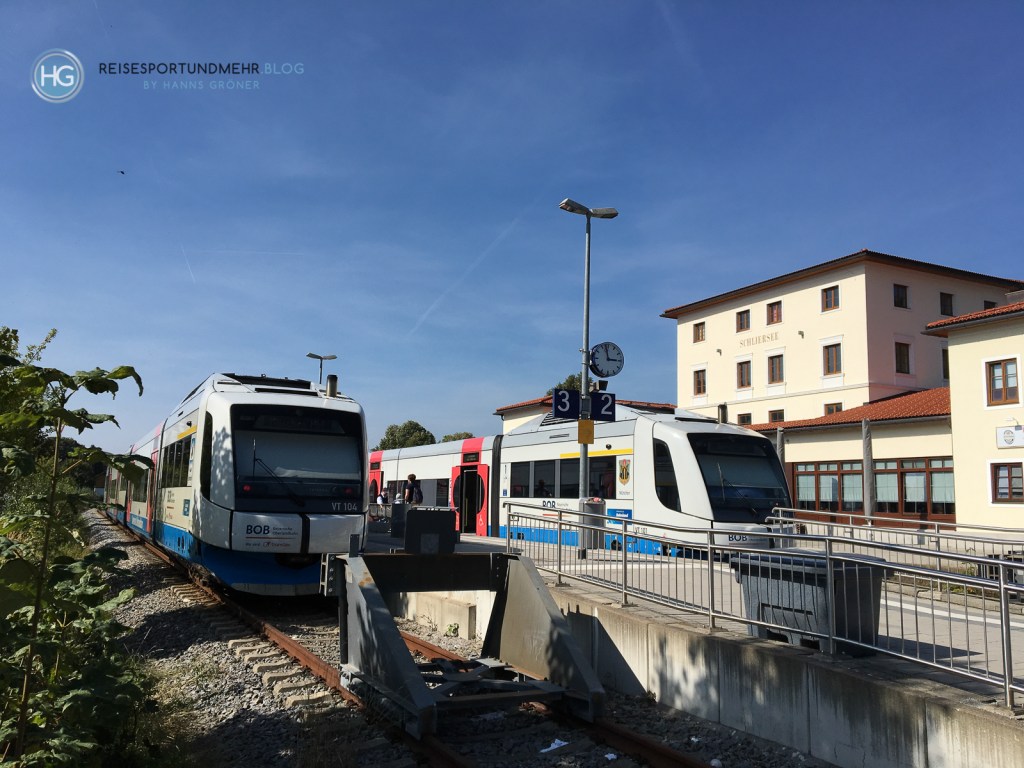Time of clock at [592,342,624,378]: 2:57
